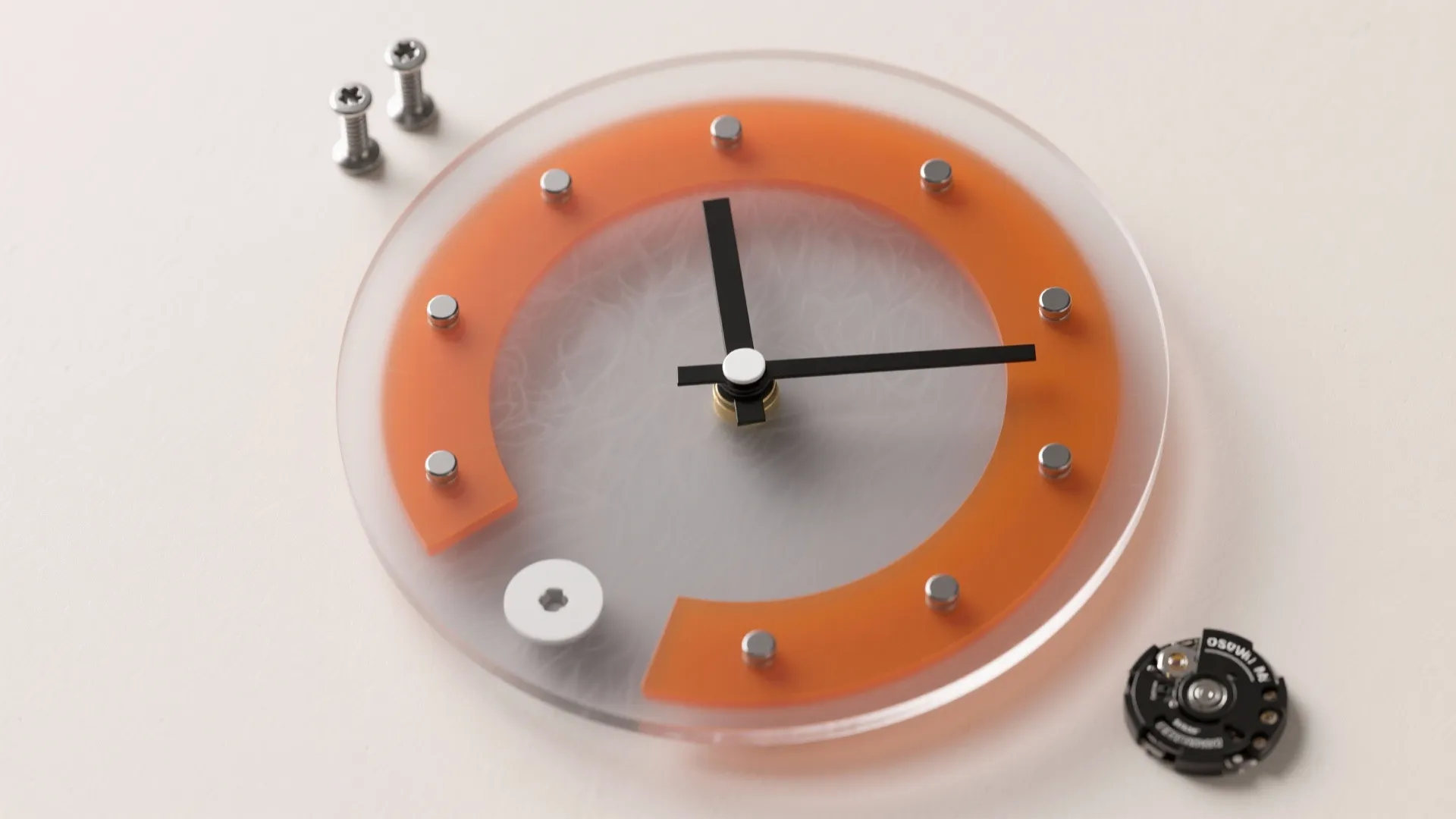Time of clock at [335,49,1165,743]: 12:16
